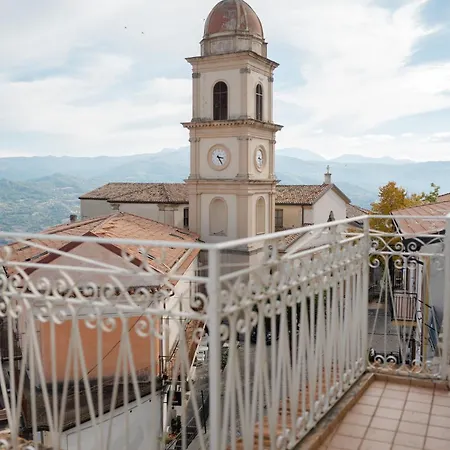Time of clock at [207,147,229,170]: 3:24
